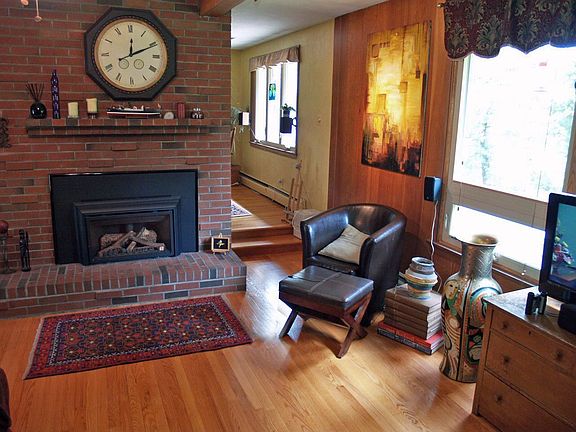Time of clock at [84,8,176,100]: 12:10
